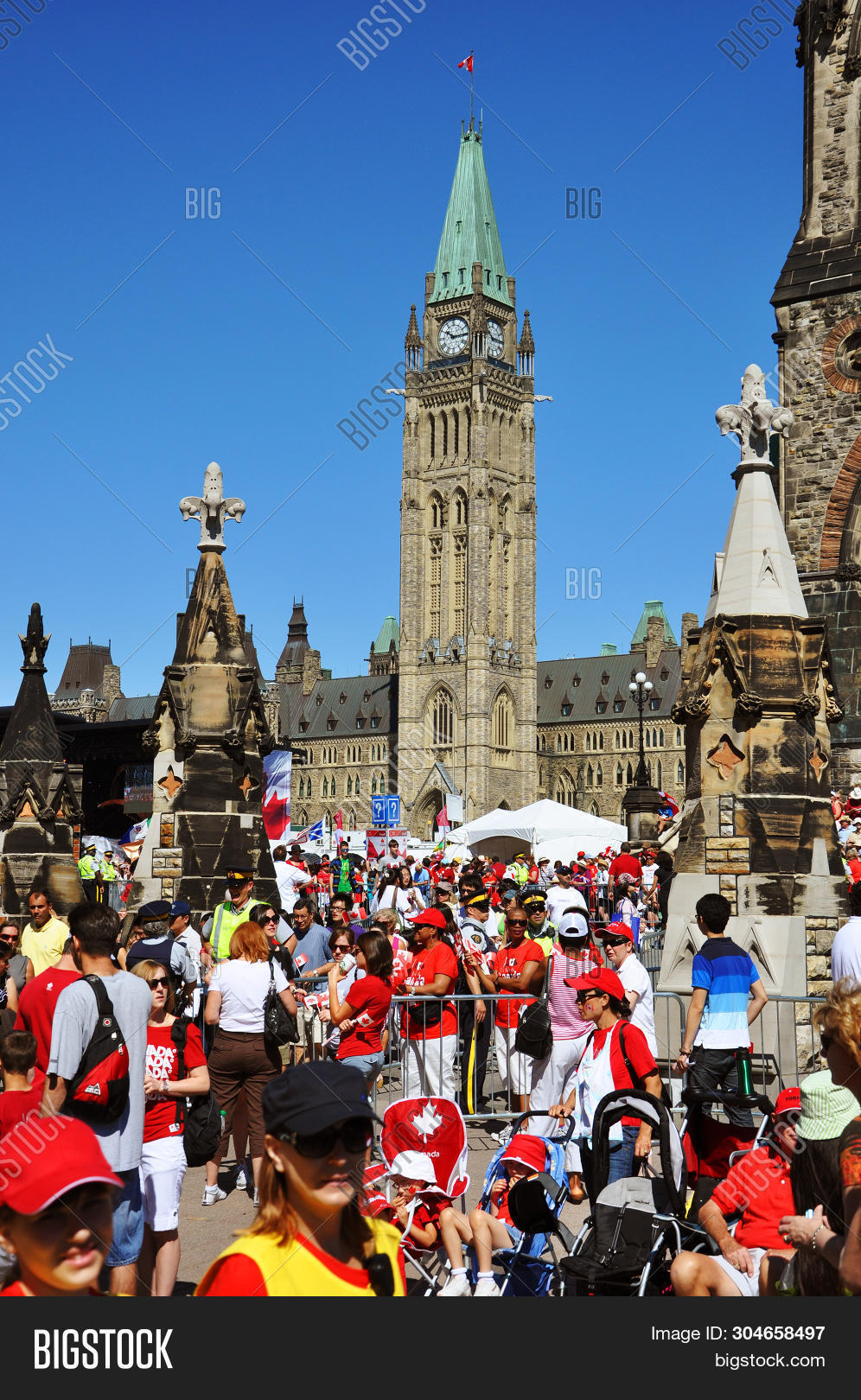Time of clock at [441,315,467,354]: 10:14
